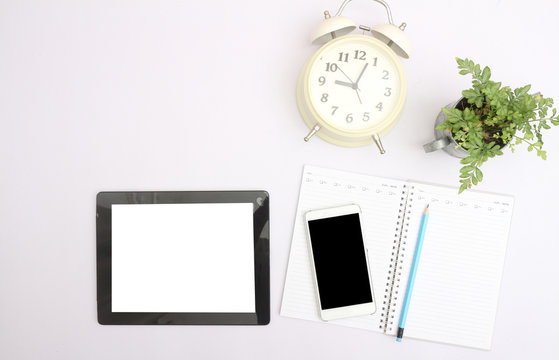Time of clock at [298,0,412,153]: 9:03
